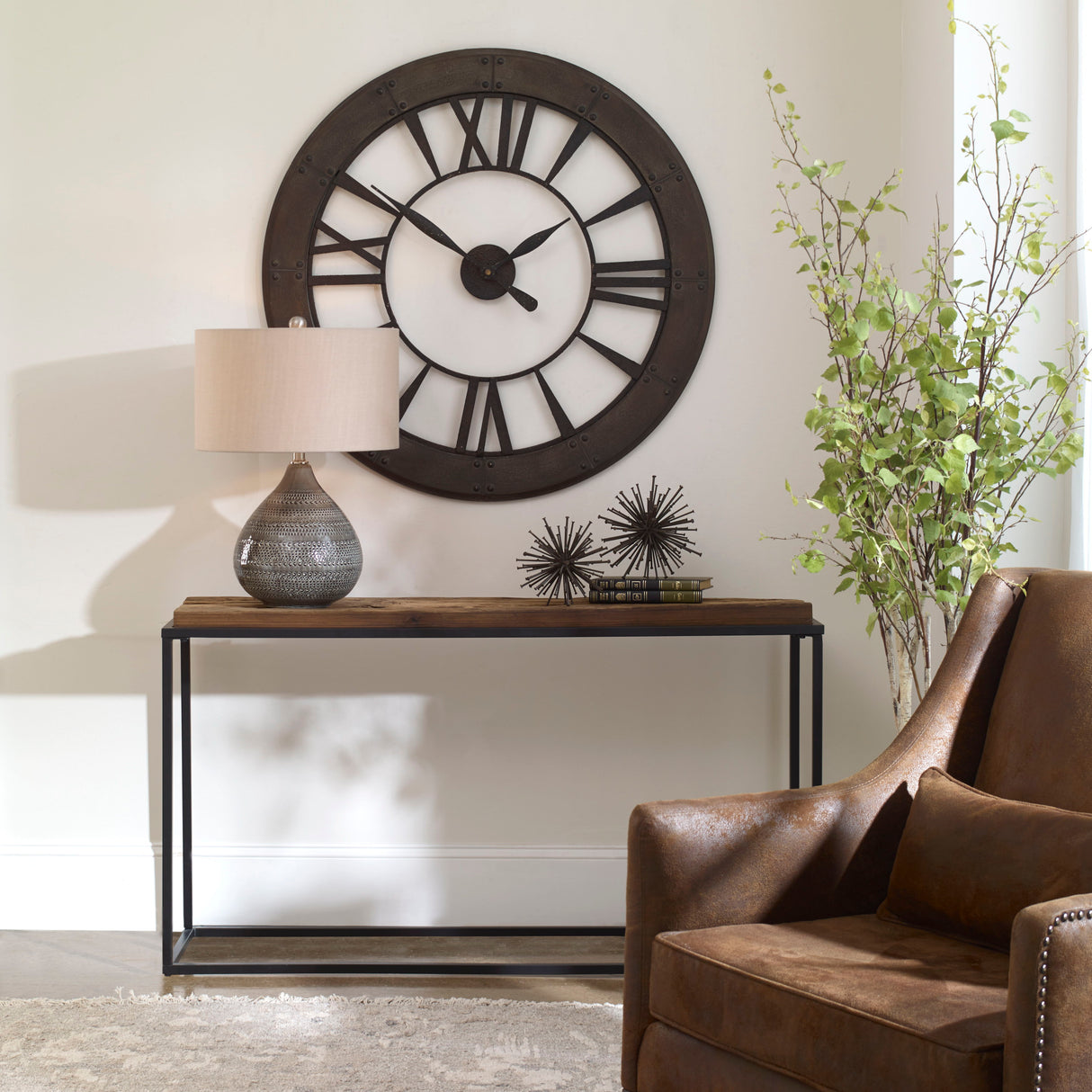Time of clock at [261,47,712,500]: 1:50
